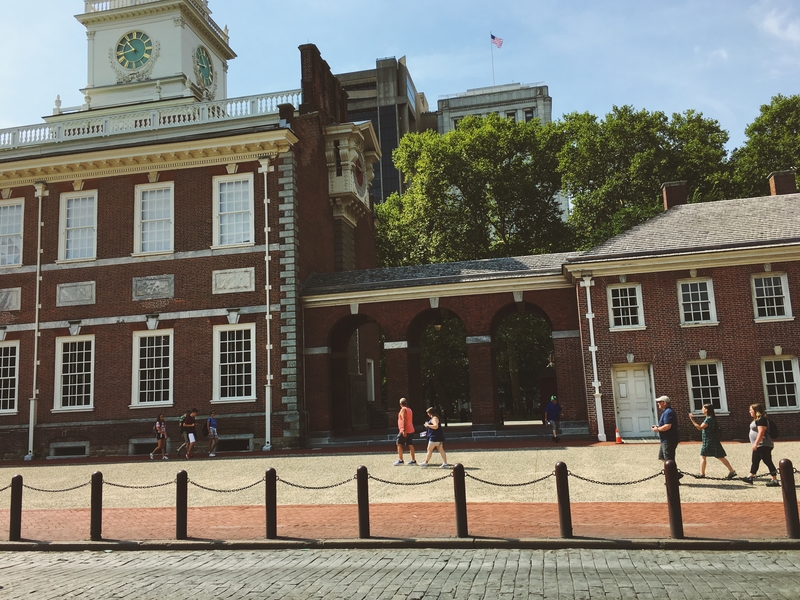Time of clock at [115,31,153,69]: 10:42
